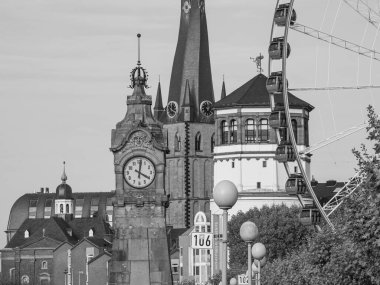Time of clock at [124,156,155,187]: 4:01
